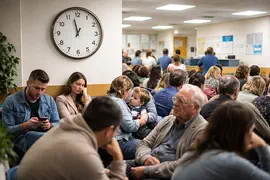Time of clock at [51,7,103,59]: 12:57
